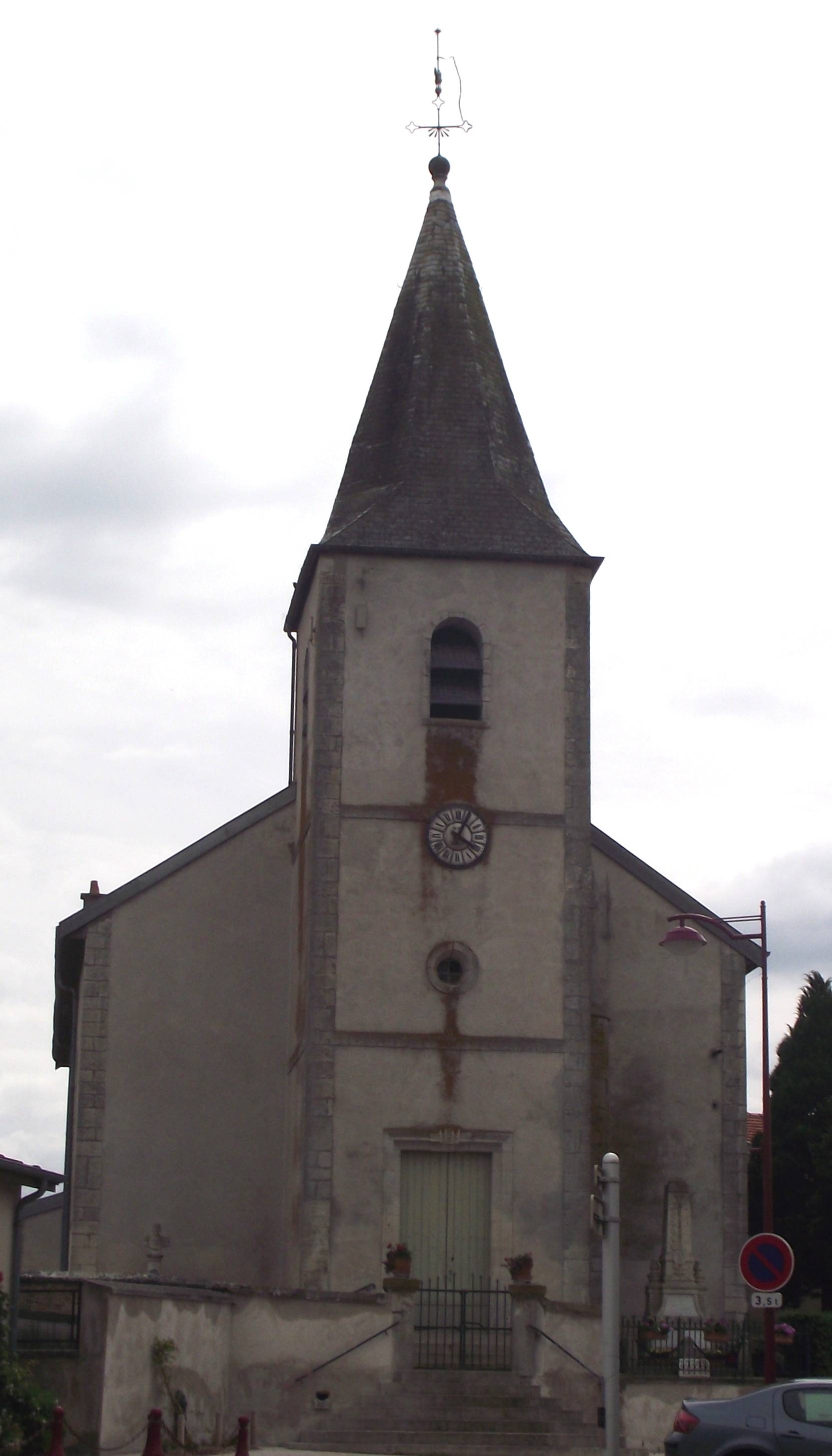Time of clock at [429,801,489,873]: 4:04
